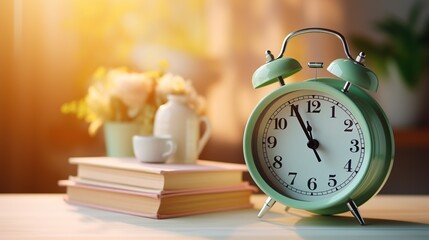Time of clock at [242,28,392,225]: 10:55
